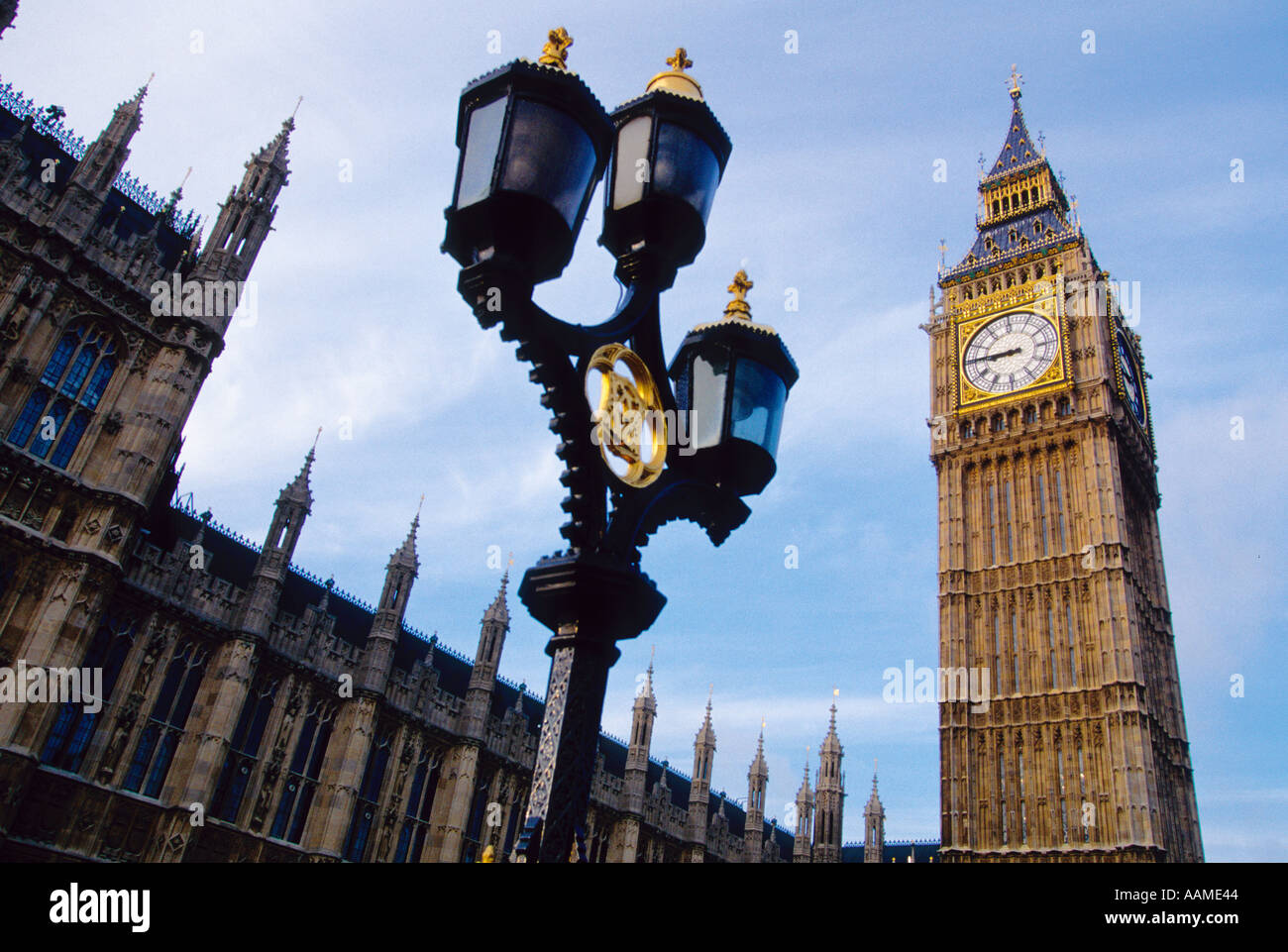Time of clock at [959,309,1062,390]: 8:45
